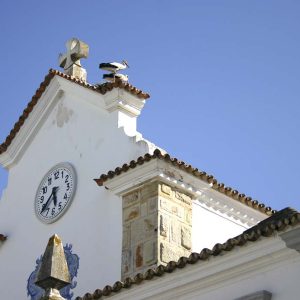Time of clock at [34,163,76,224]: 5:38
